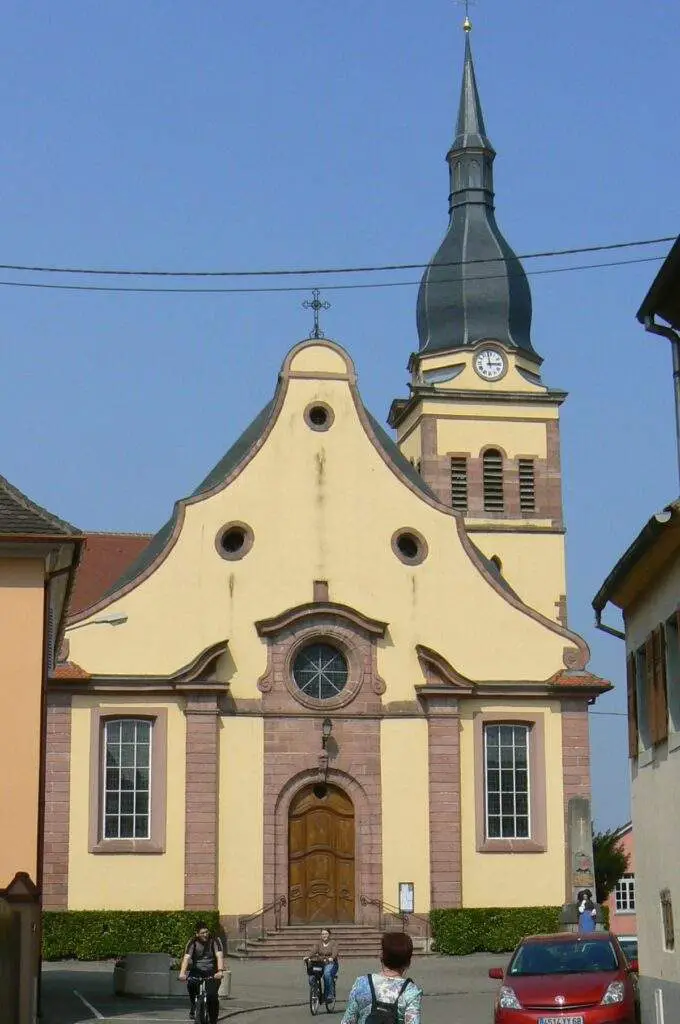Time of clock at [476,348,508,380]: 2:59
